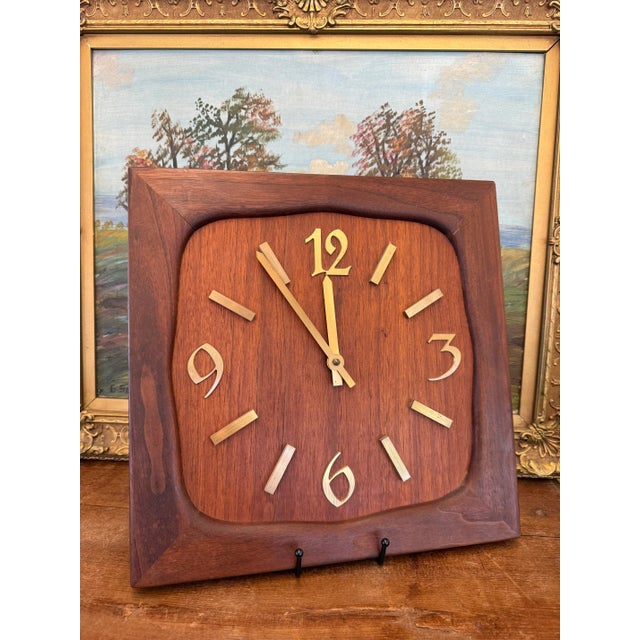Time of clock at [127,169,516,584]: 11:53
